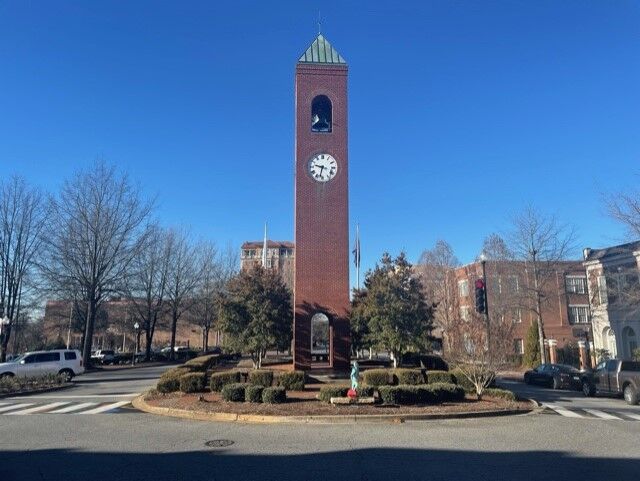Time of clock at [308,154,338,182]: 9:32
